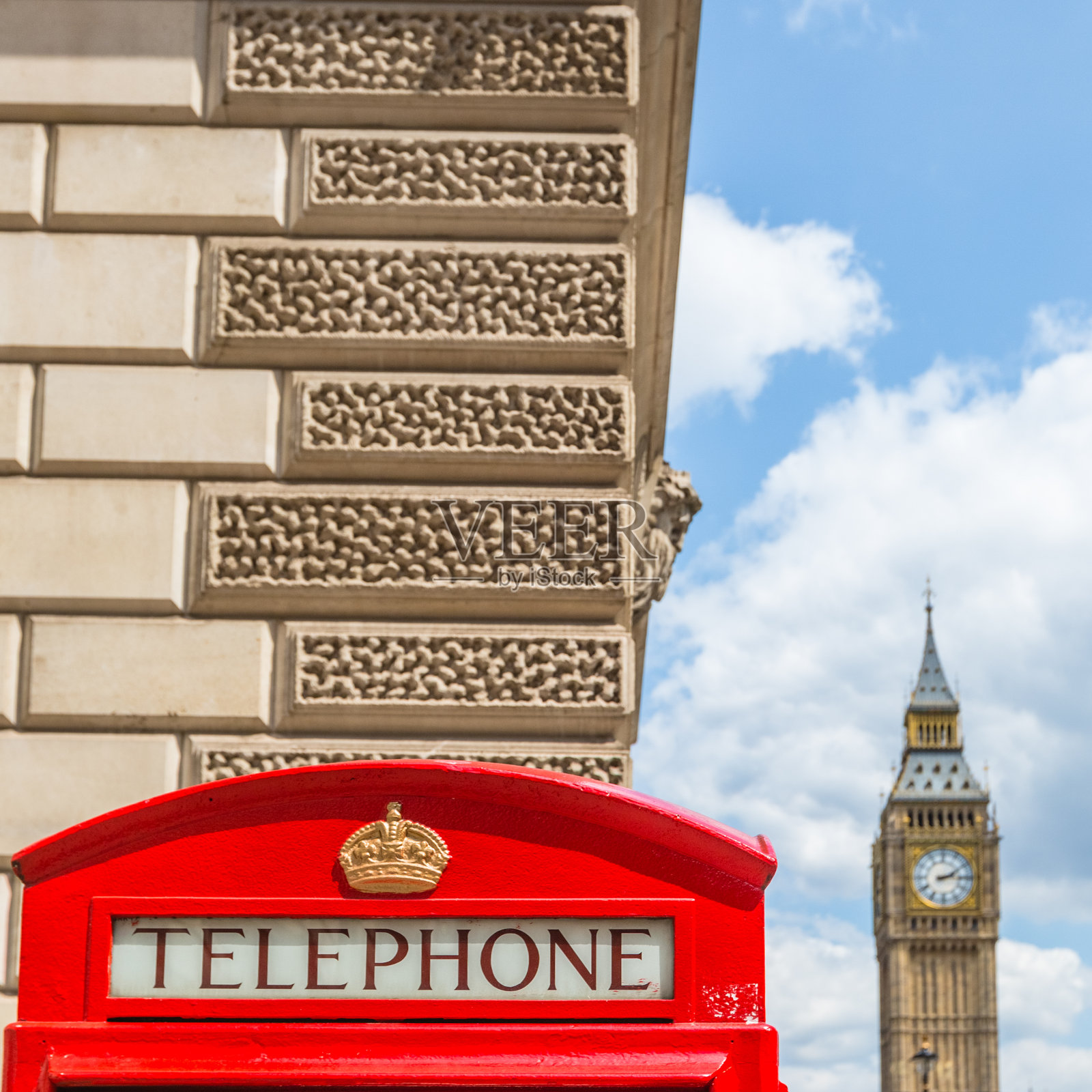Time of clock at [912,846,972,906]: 2:15
